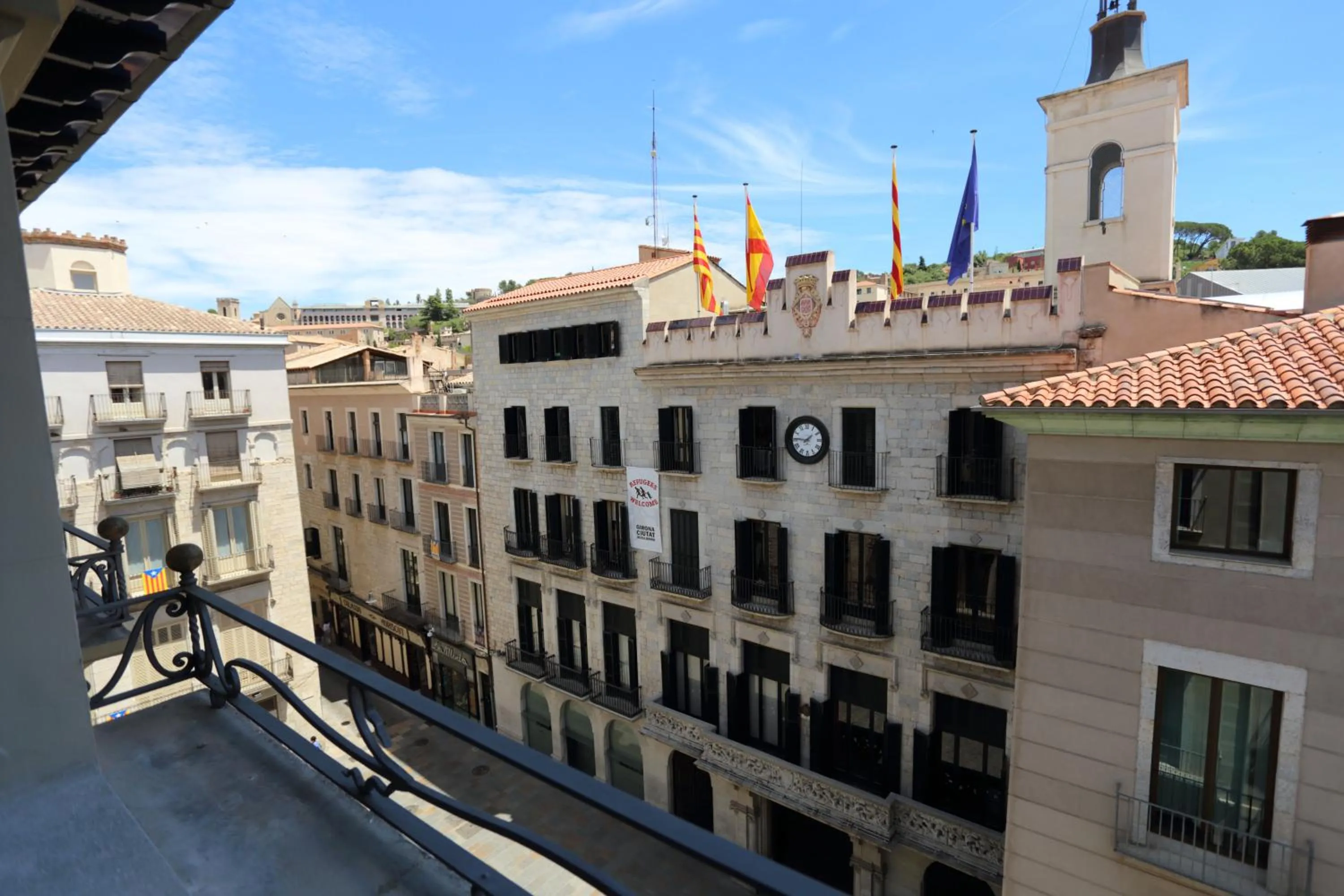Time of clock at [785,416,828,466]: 1:46
